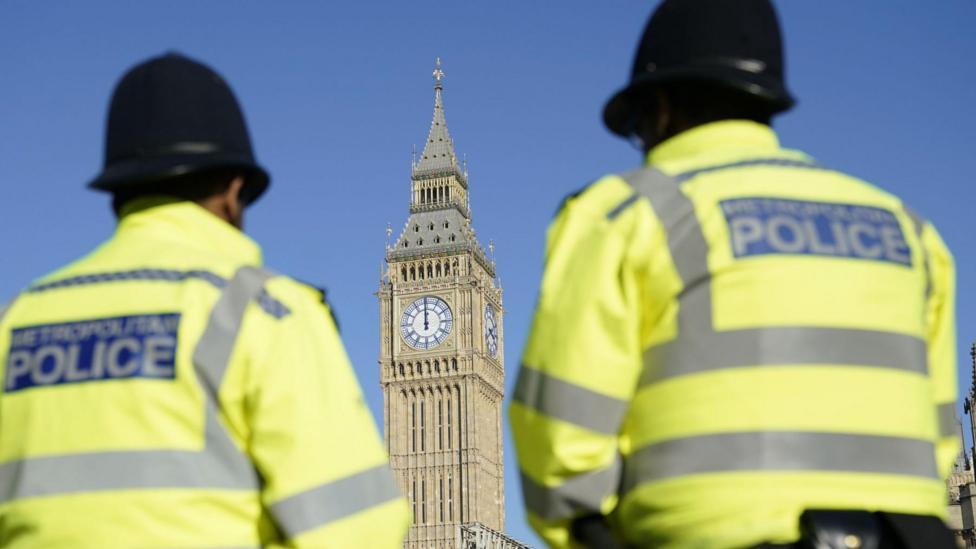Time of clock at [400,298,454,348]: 11:59
